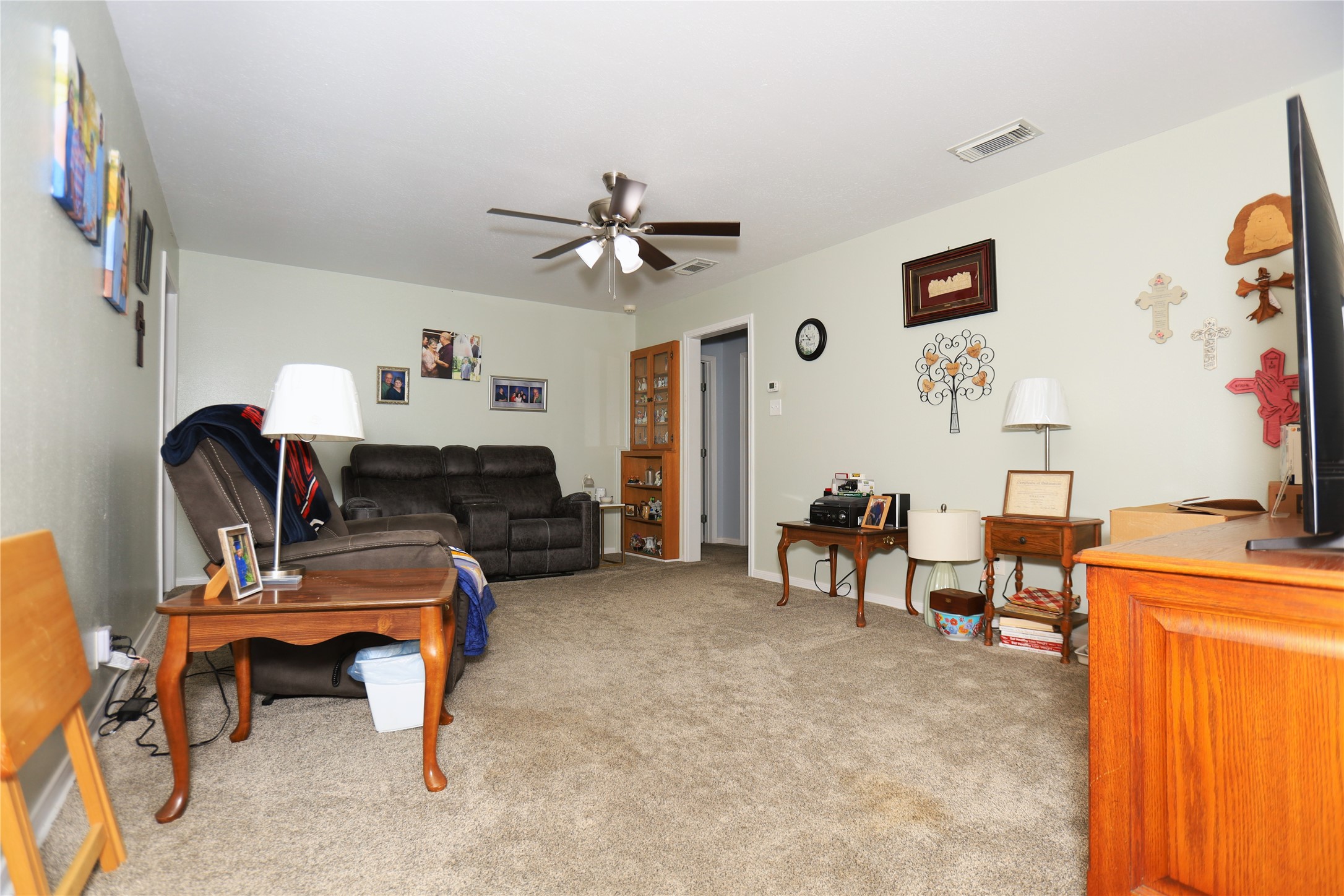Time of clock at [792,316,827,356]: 10:46
